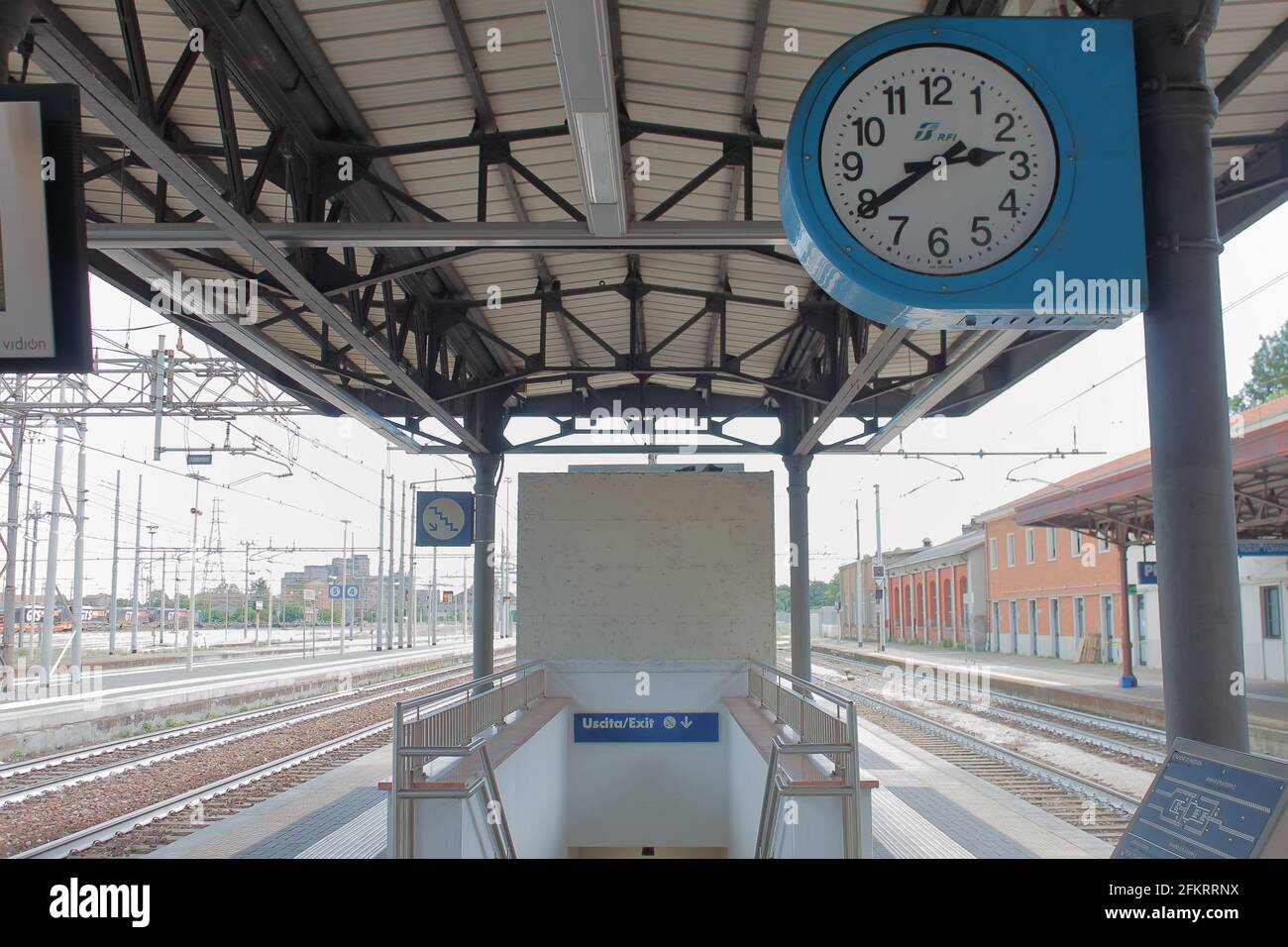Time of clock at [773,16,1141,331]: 2:39
